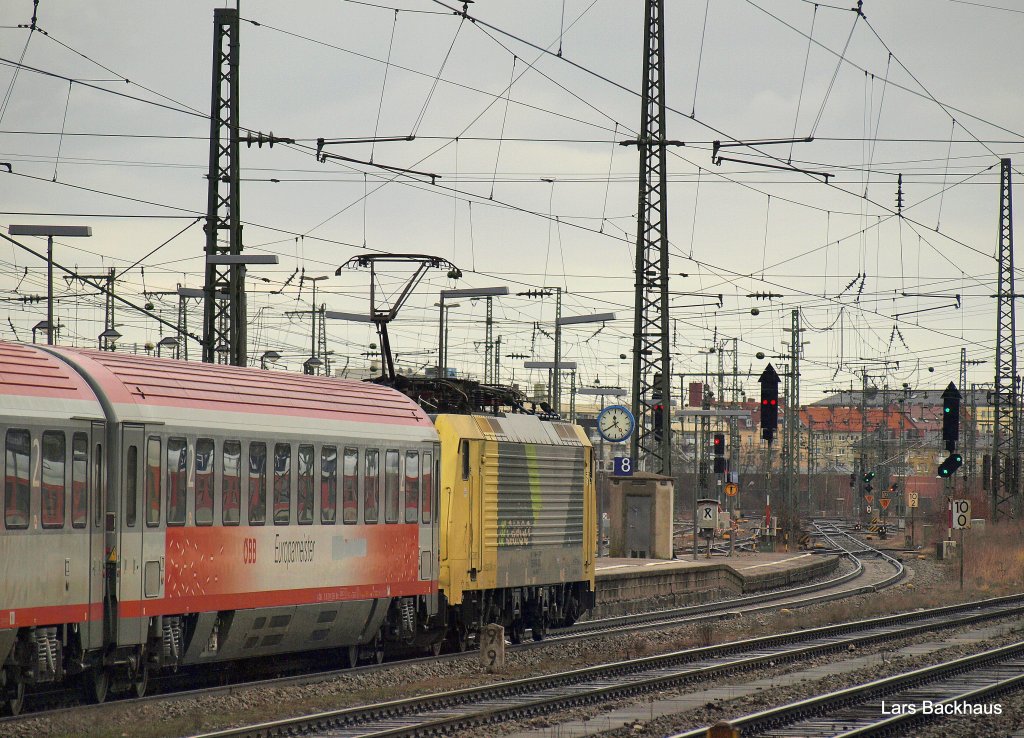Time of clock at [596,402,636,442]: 11:39
